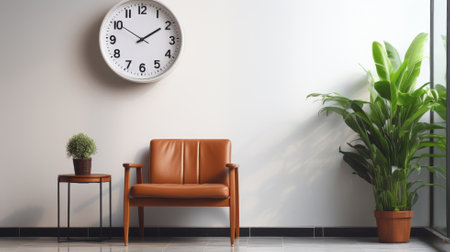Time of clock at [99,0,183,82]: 1:50
